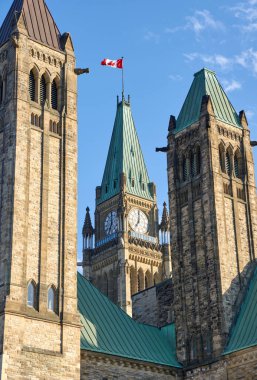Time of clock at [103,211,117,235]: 7:00
